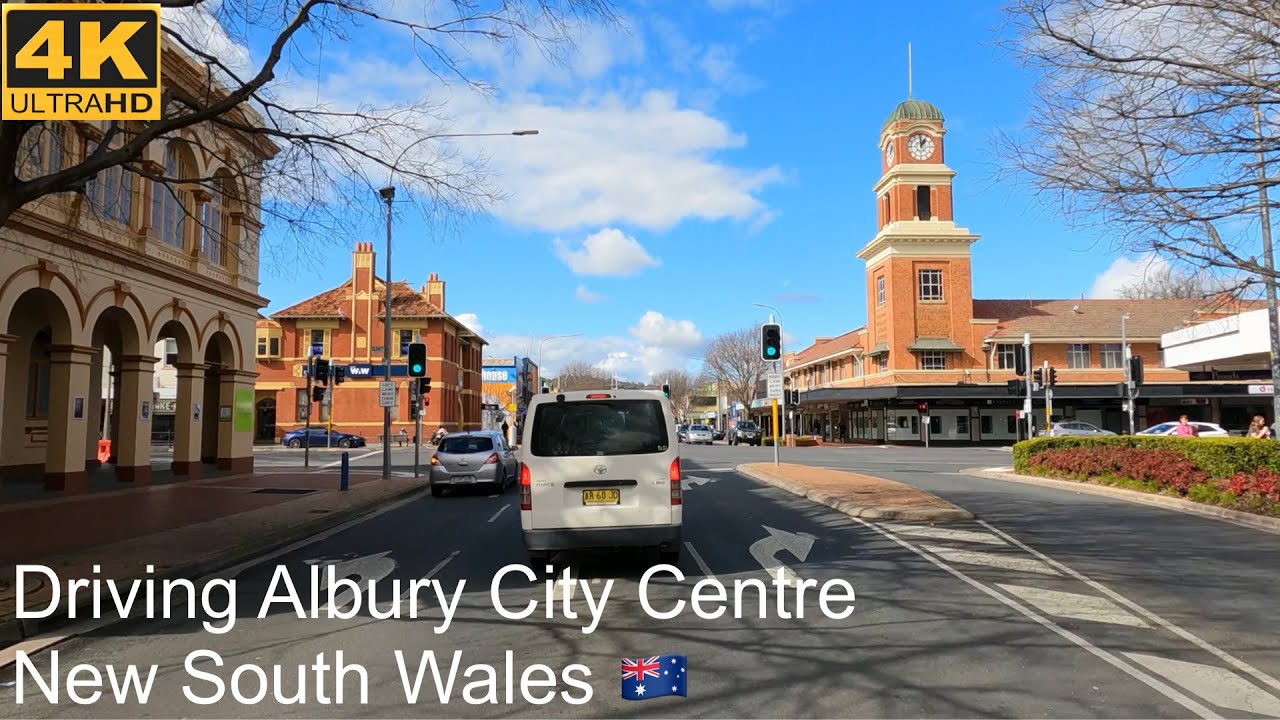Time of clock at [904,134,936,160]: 1:00
